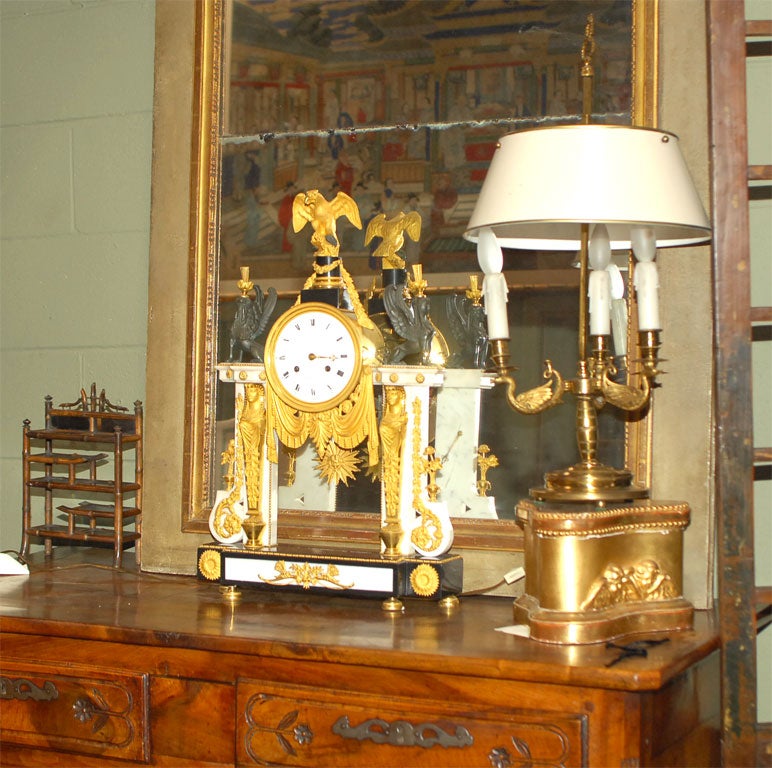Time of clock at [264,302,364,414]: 3:15
